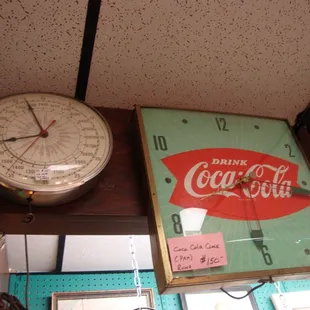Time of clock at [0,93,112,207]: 7:55
